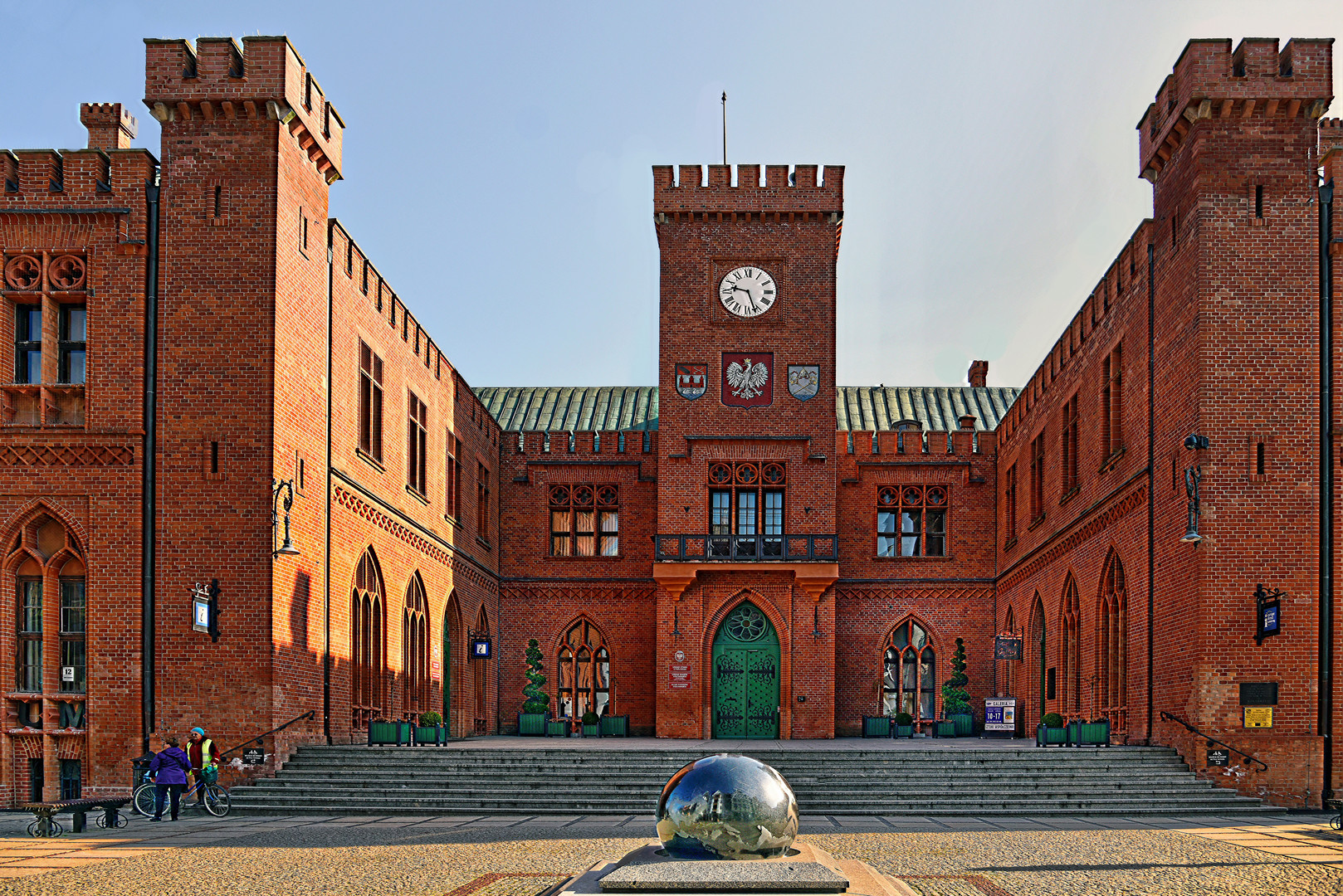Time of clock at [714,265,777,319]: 9:26
